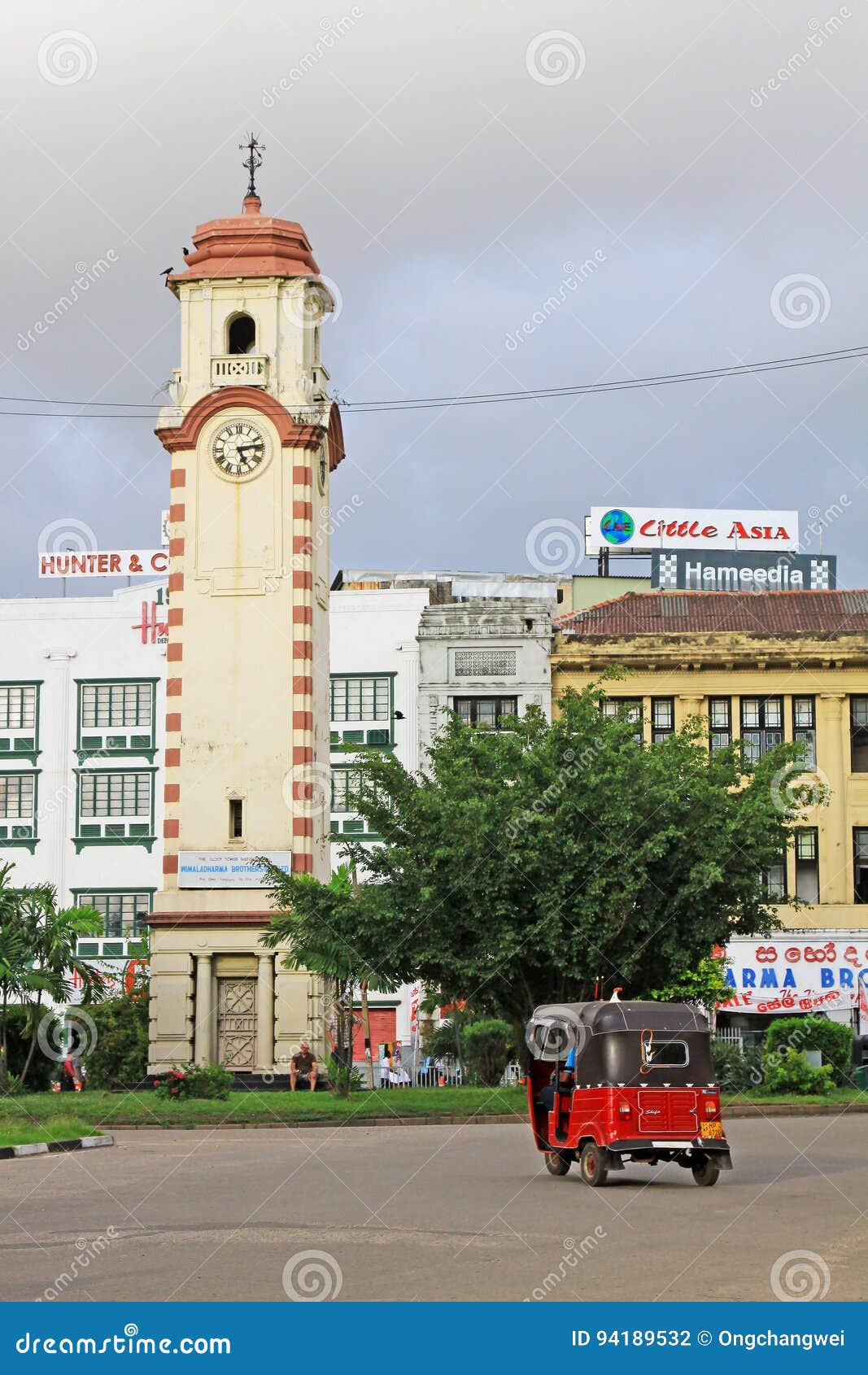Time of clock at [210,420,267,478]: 5:13
